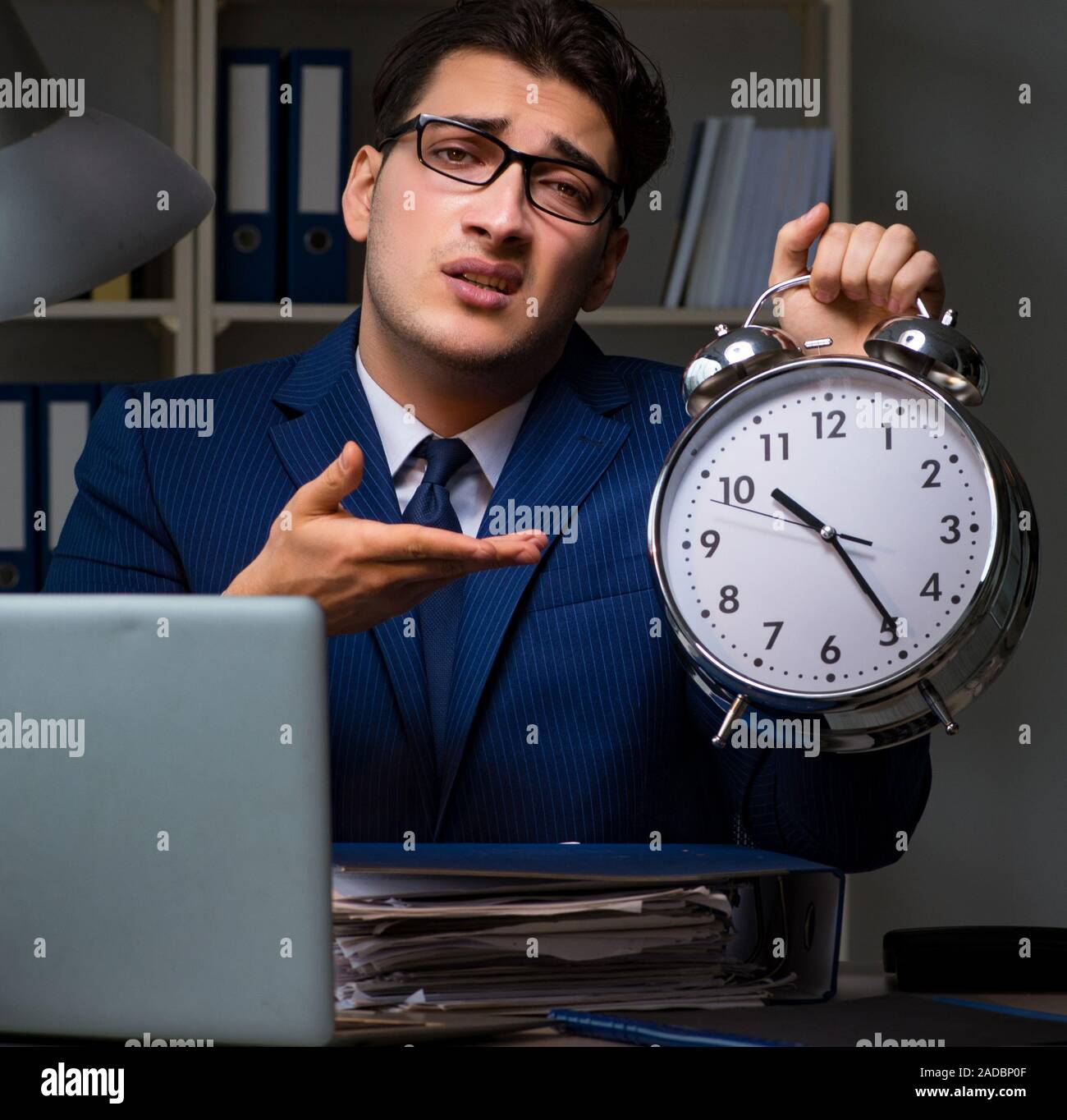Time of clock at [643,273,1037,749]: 10:24
